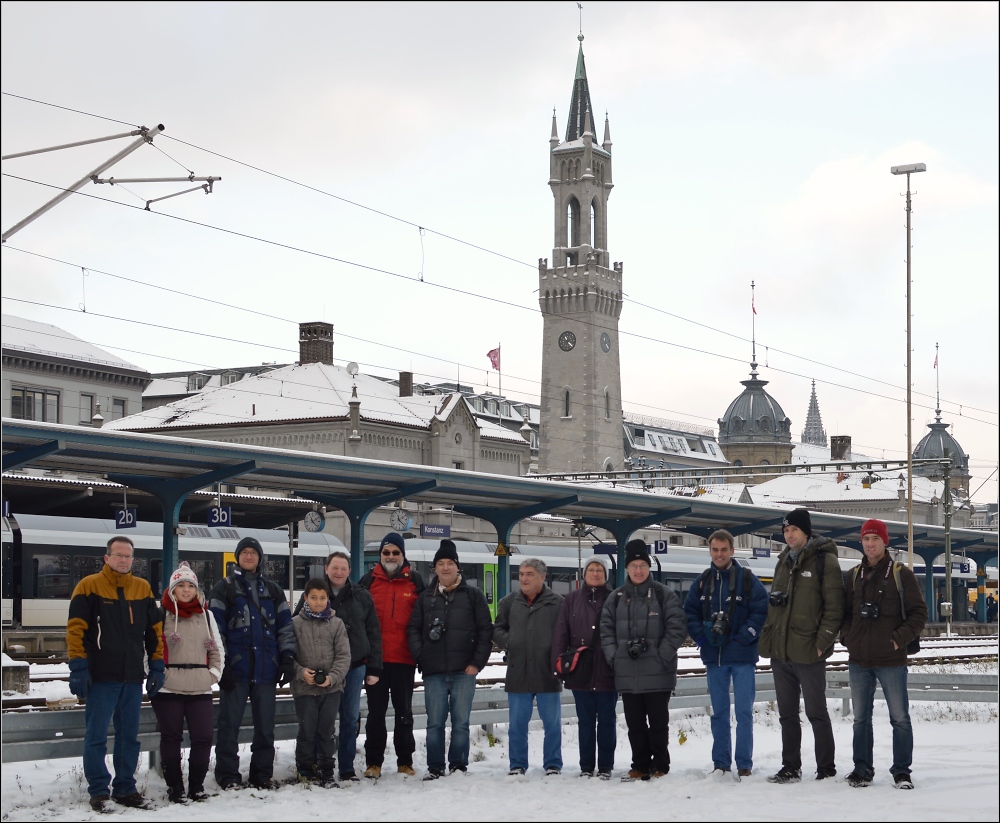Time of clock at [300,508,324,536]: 2:22
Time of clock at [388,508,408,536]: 11:21
